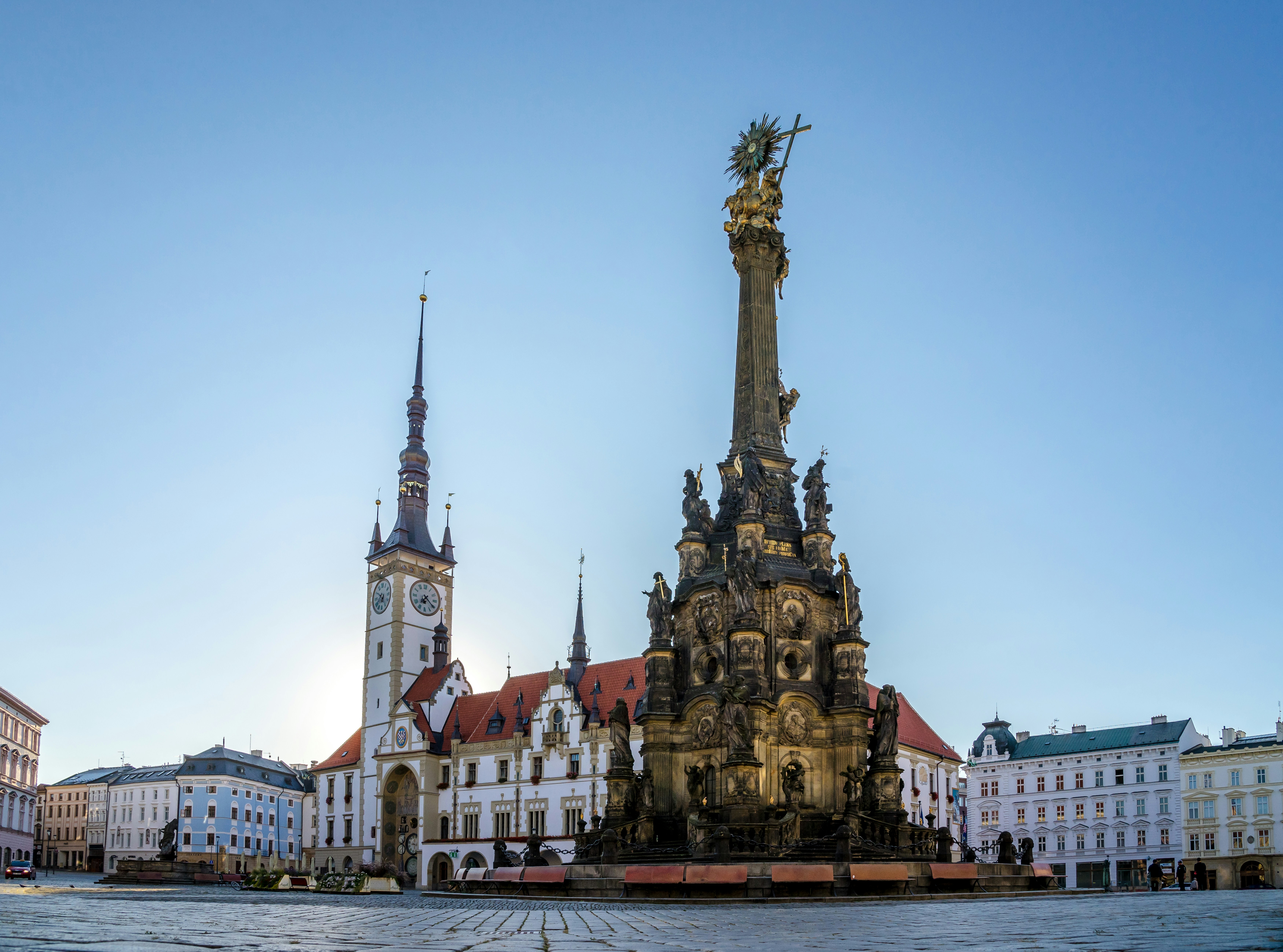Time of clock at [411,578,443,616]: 7:20
